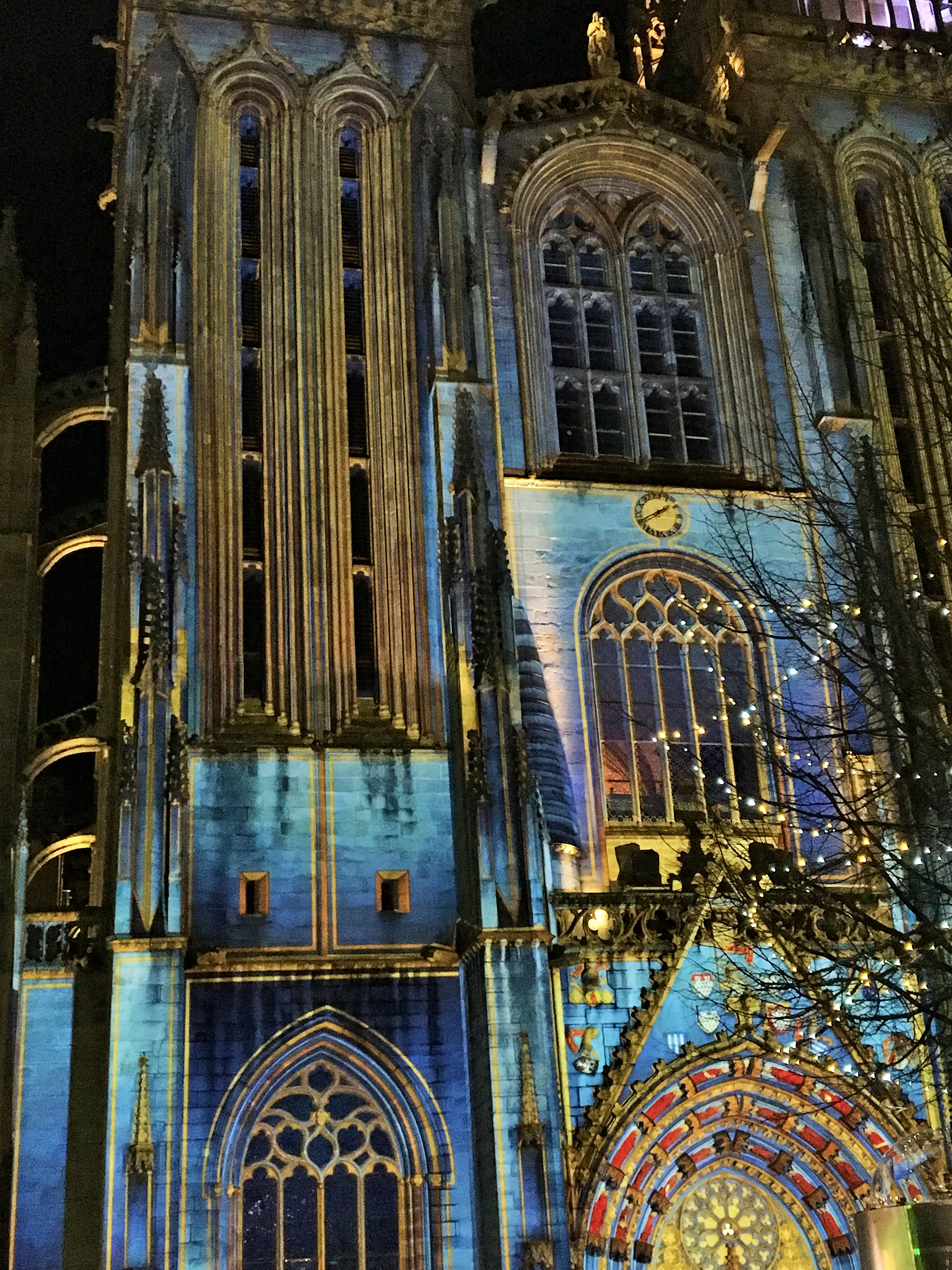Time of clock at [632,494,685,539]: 1:40
